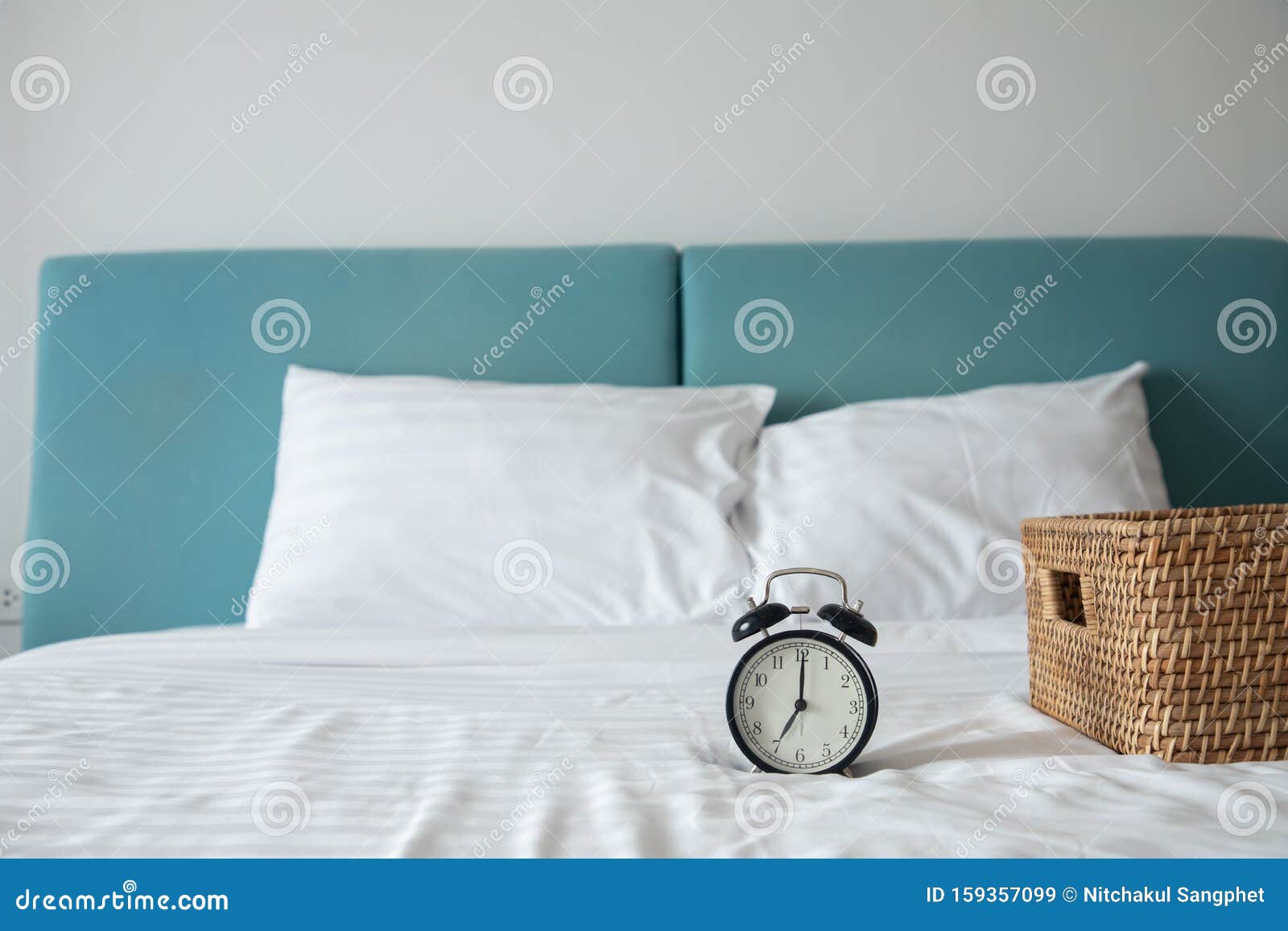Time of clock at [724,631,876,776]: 7:00
